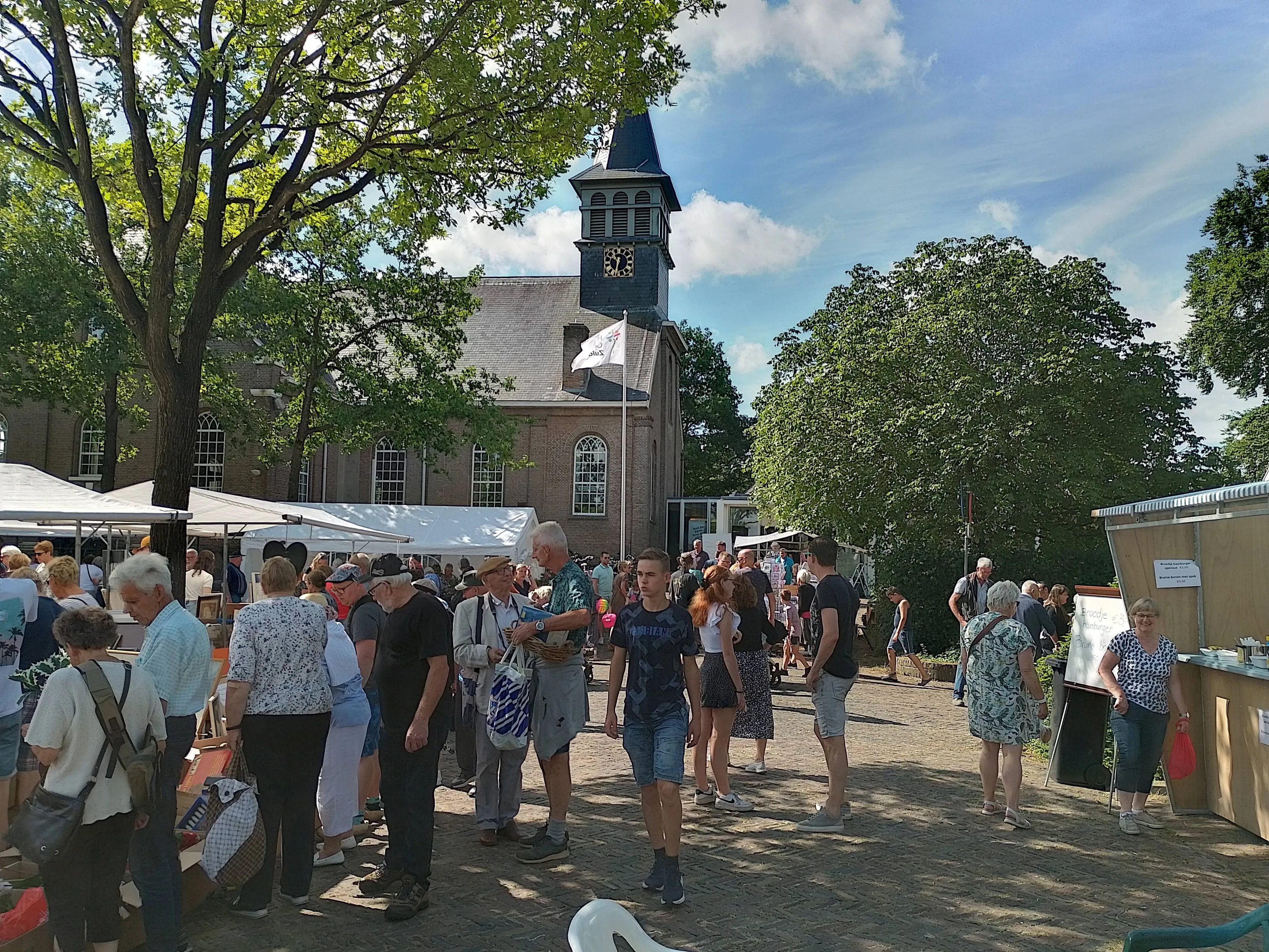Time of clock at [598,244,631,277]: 10:32
